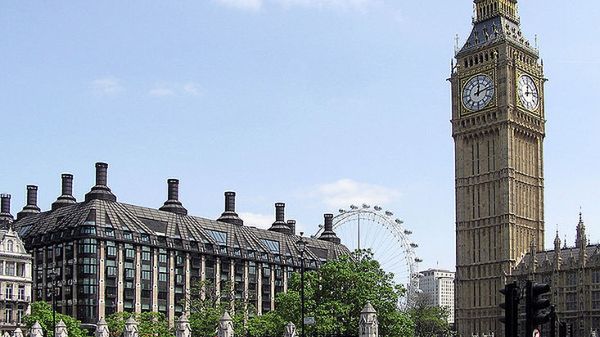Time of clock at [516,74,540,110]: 12:12
